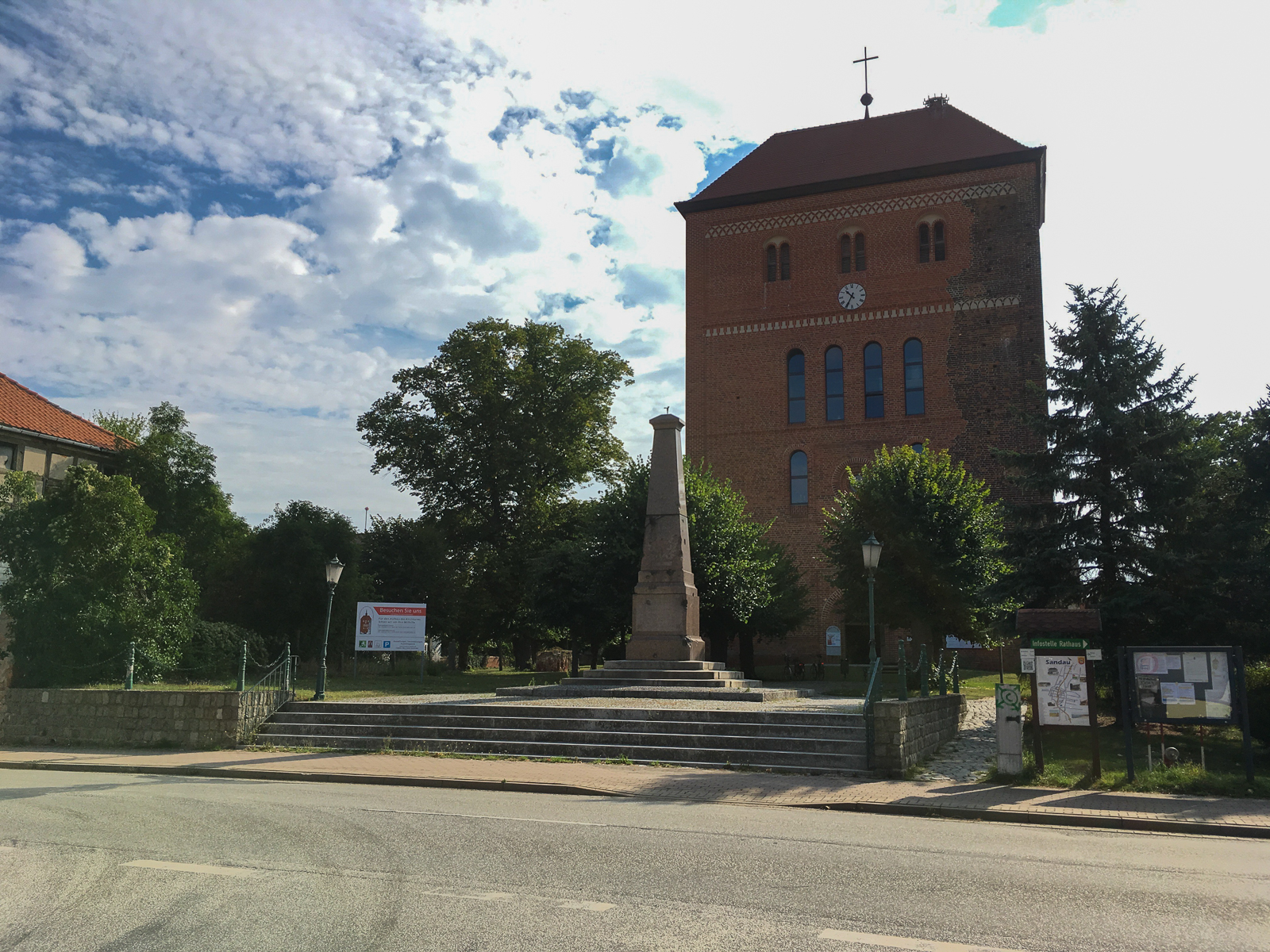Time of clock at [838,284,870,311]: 10:34
